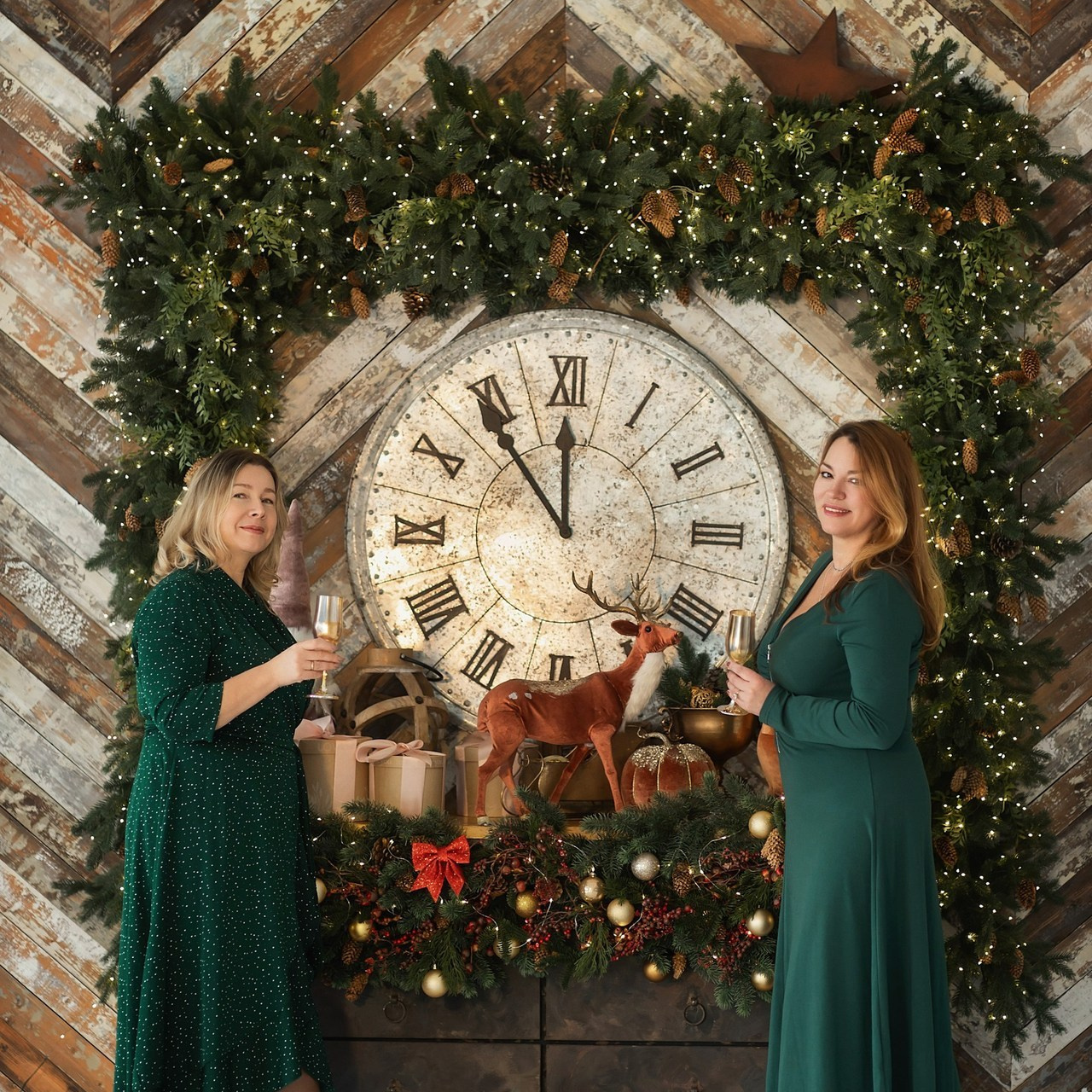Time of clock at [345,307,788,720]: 11:53
